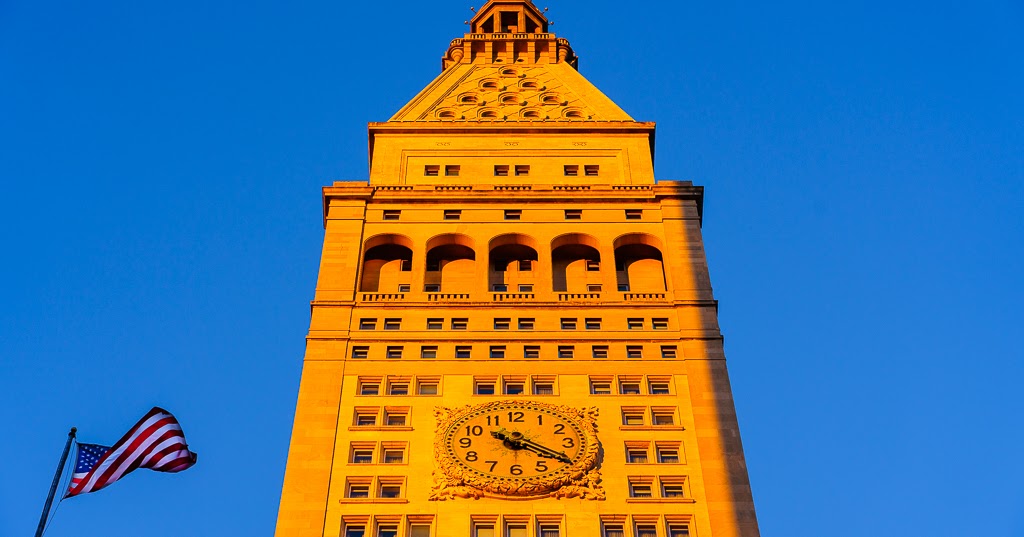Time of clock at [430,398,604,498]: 4:20
